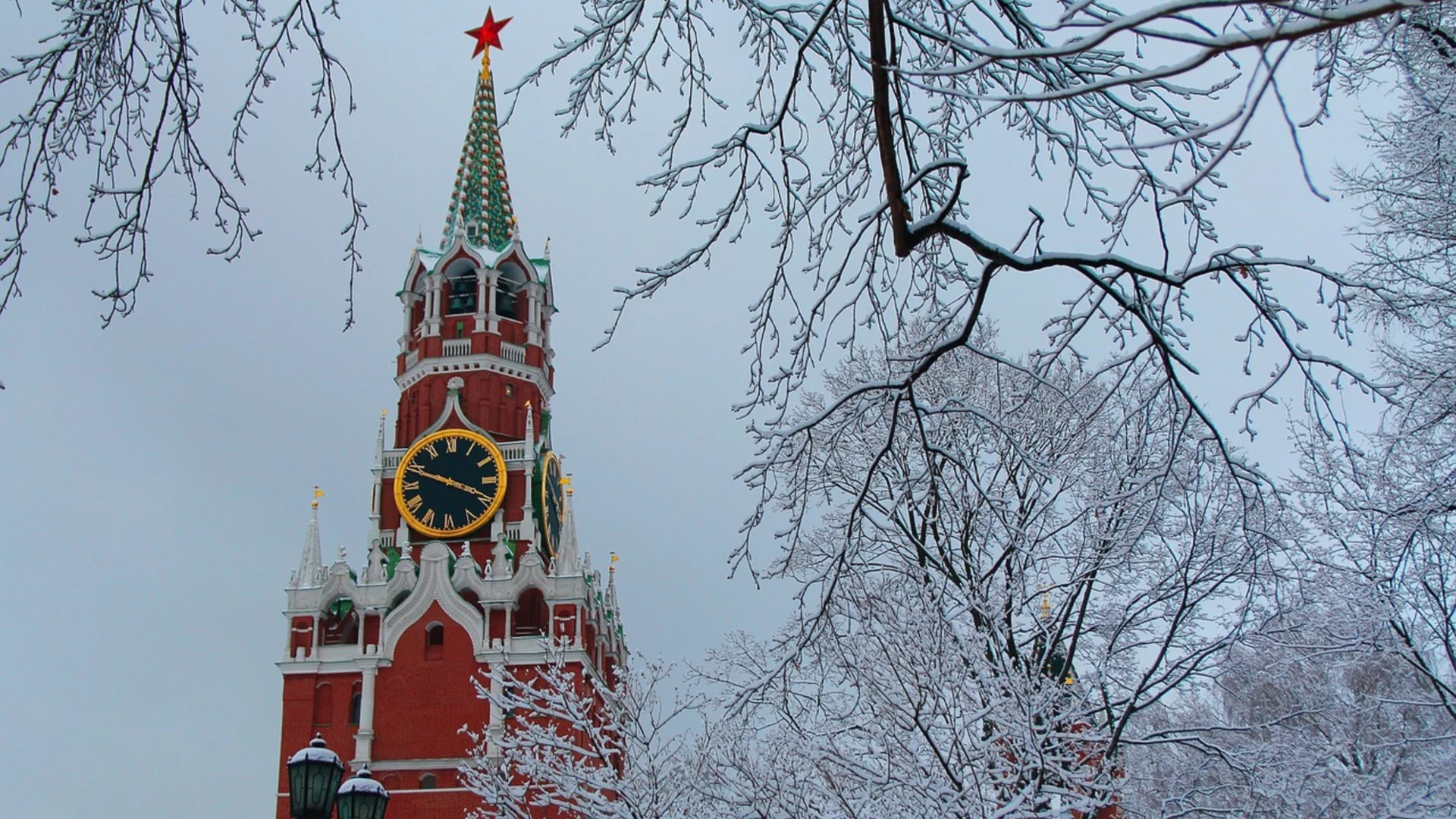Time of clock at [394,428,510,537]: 3:48
